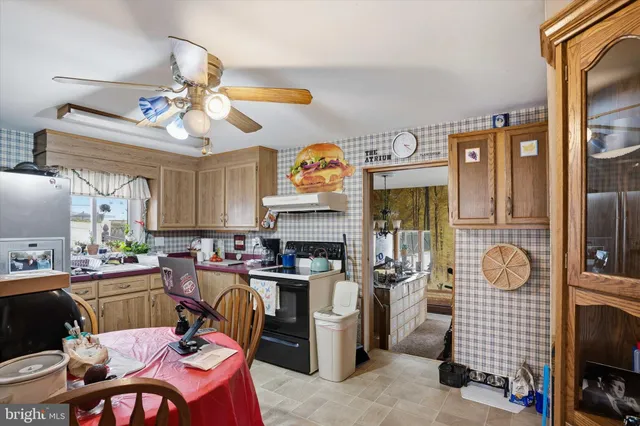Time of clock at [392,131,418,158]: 3:21
